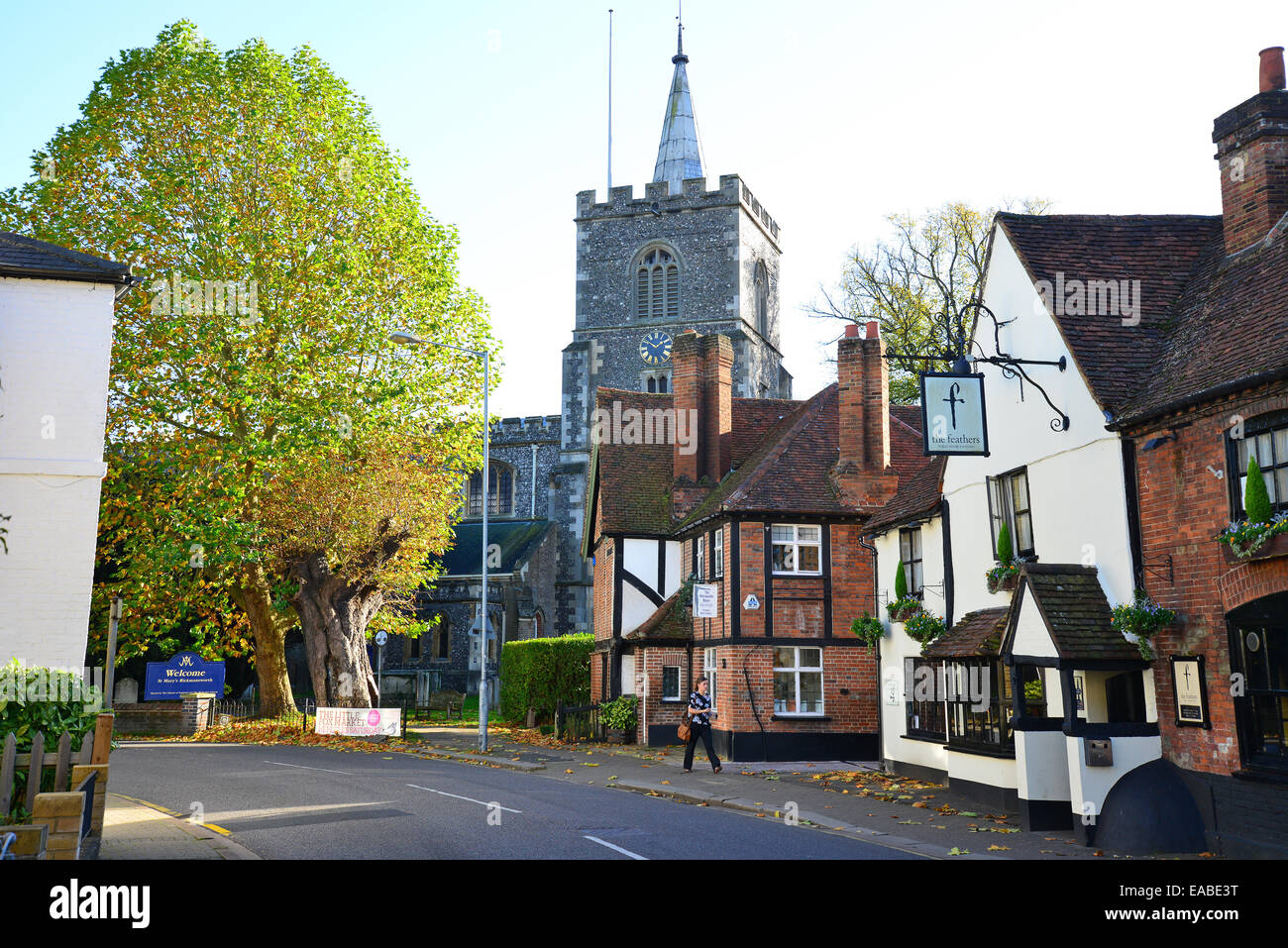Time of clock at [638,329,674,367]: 1:50
